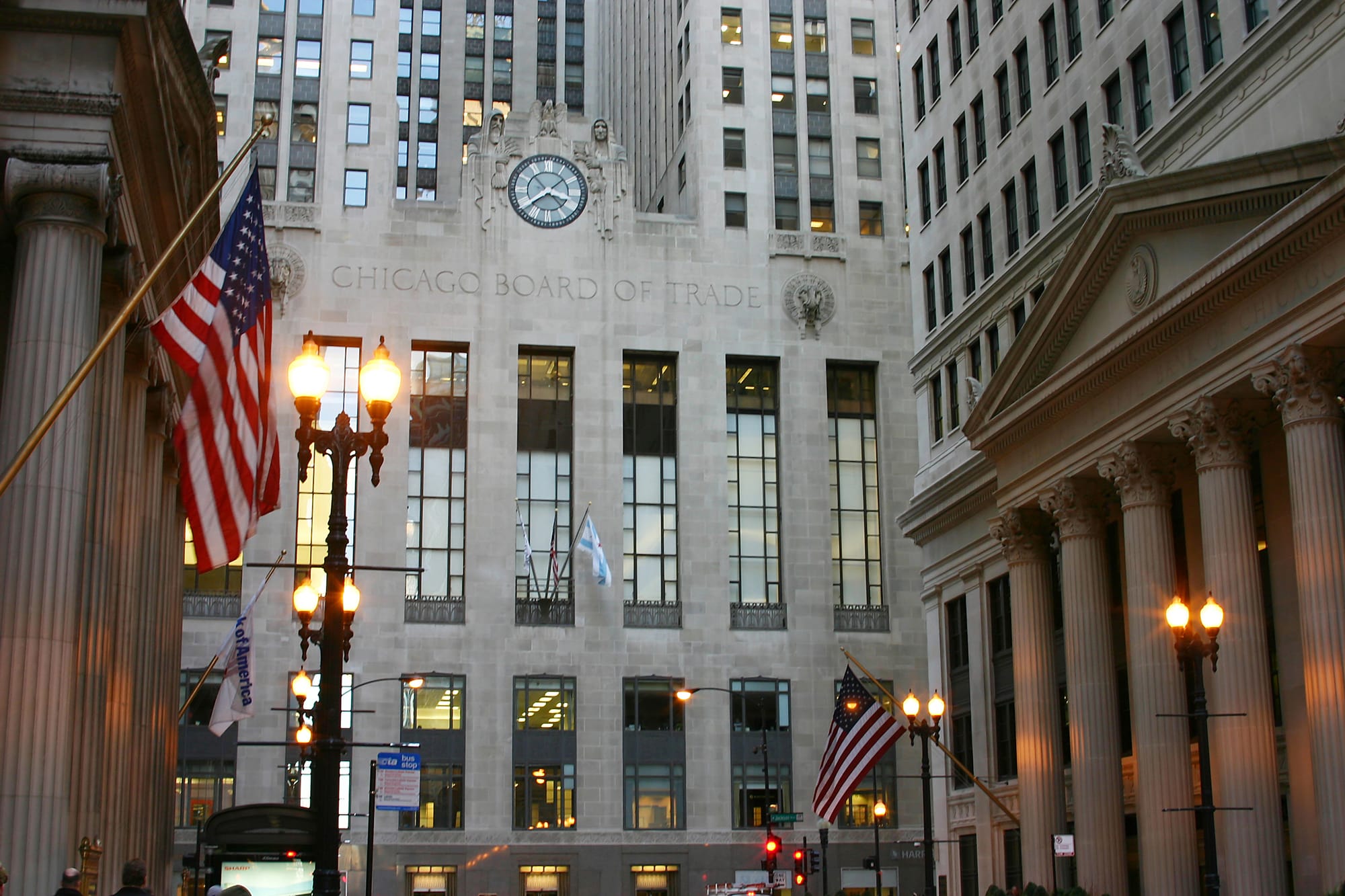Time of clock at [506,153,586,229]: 3:38
